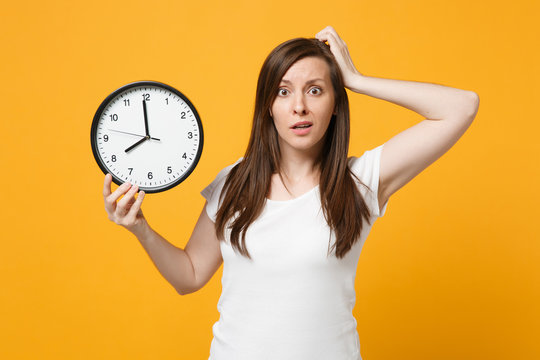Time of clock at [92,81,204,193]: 7:59
